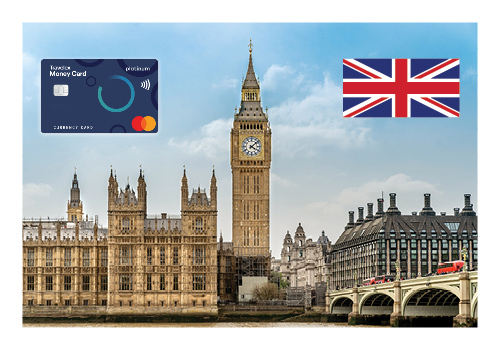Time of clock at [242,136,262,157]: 4:08
